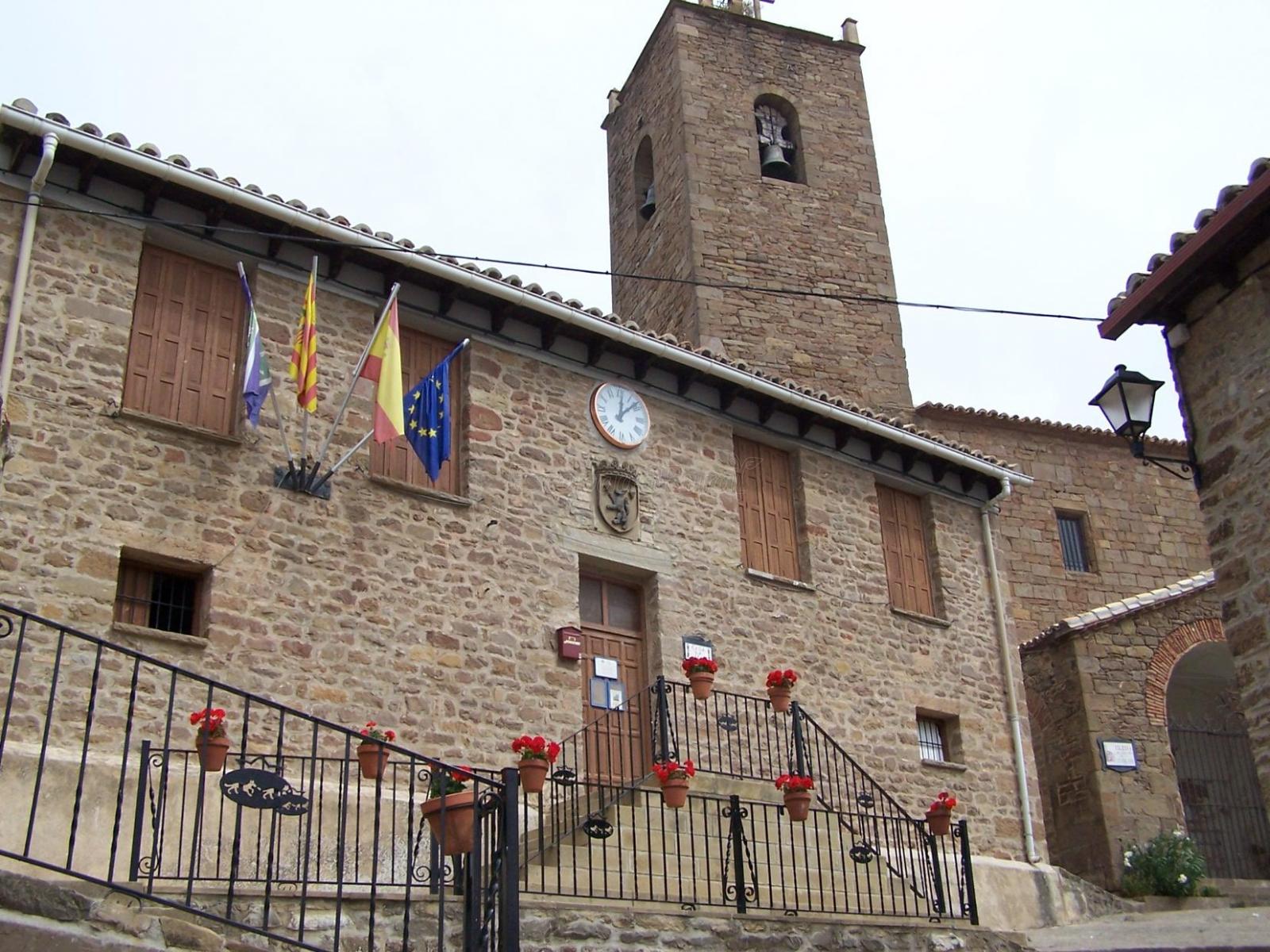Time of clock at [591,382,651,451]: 12:07
